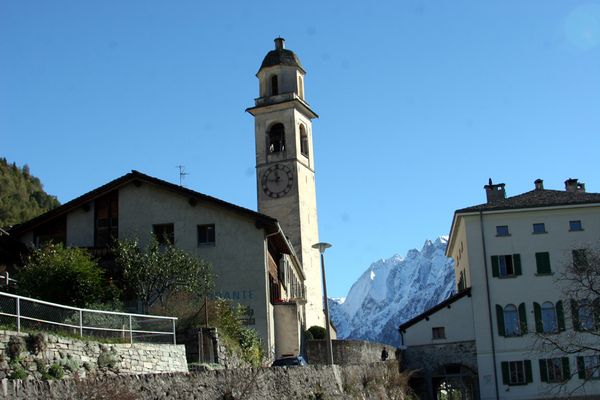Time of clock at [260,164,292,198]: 11:46
